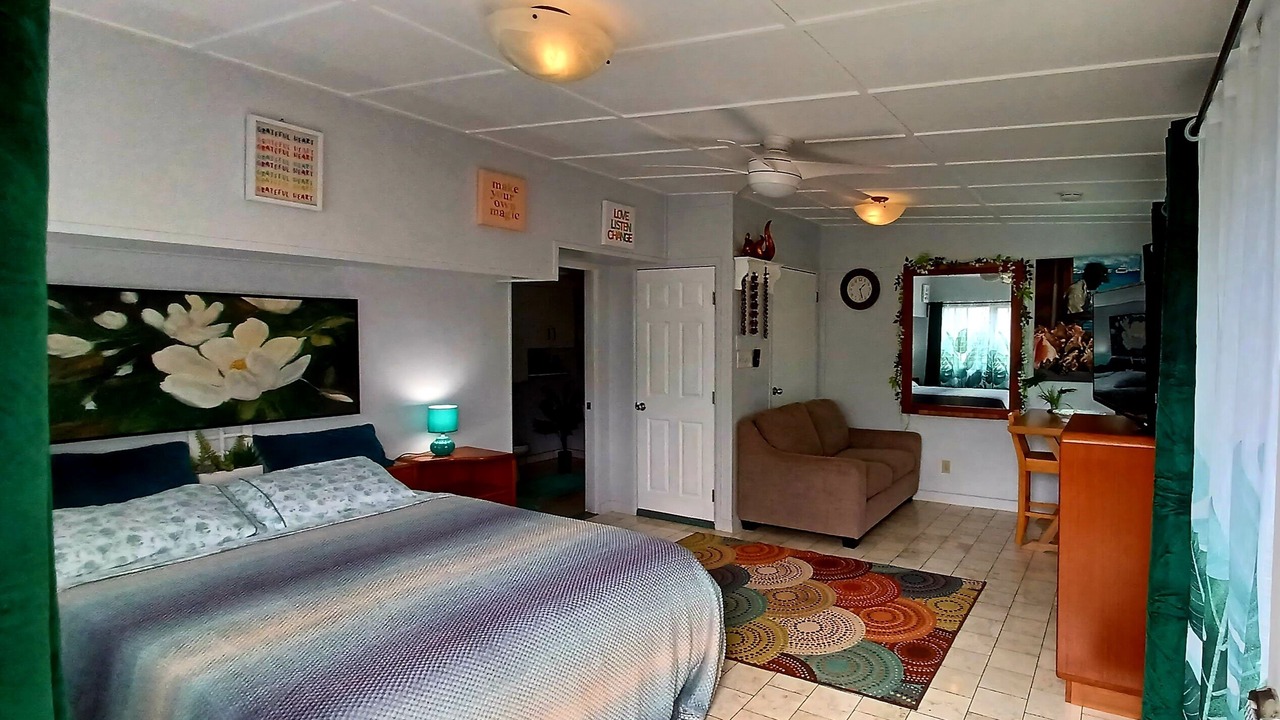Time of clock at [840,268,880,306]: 1:27
